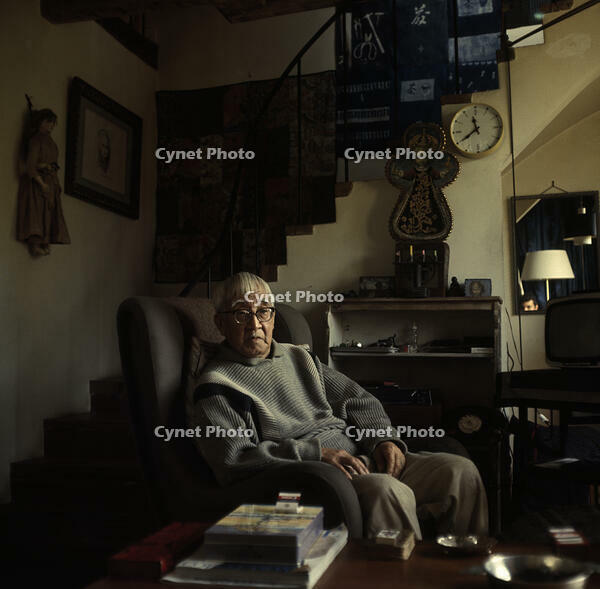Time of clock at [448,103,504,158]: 11:39
